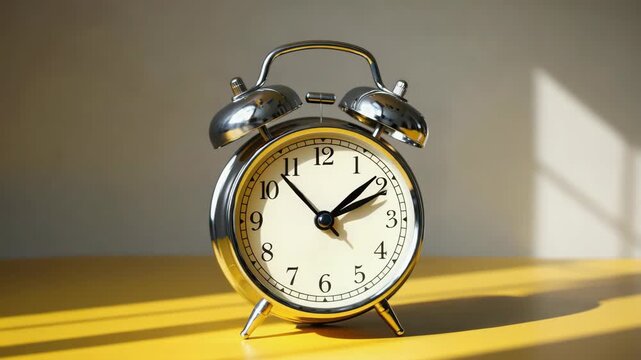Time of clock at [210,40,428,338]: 1:53
